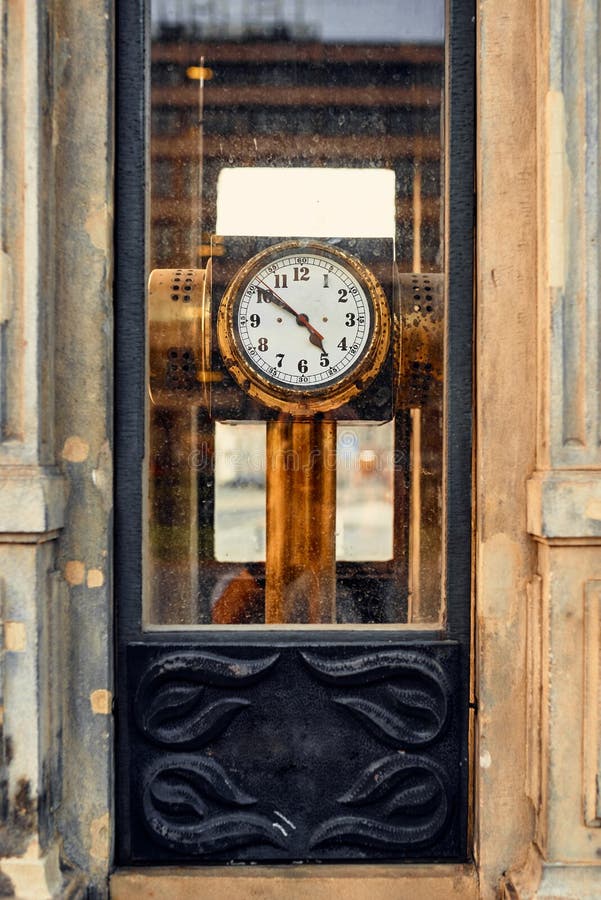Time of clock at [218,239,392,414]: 4:50
